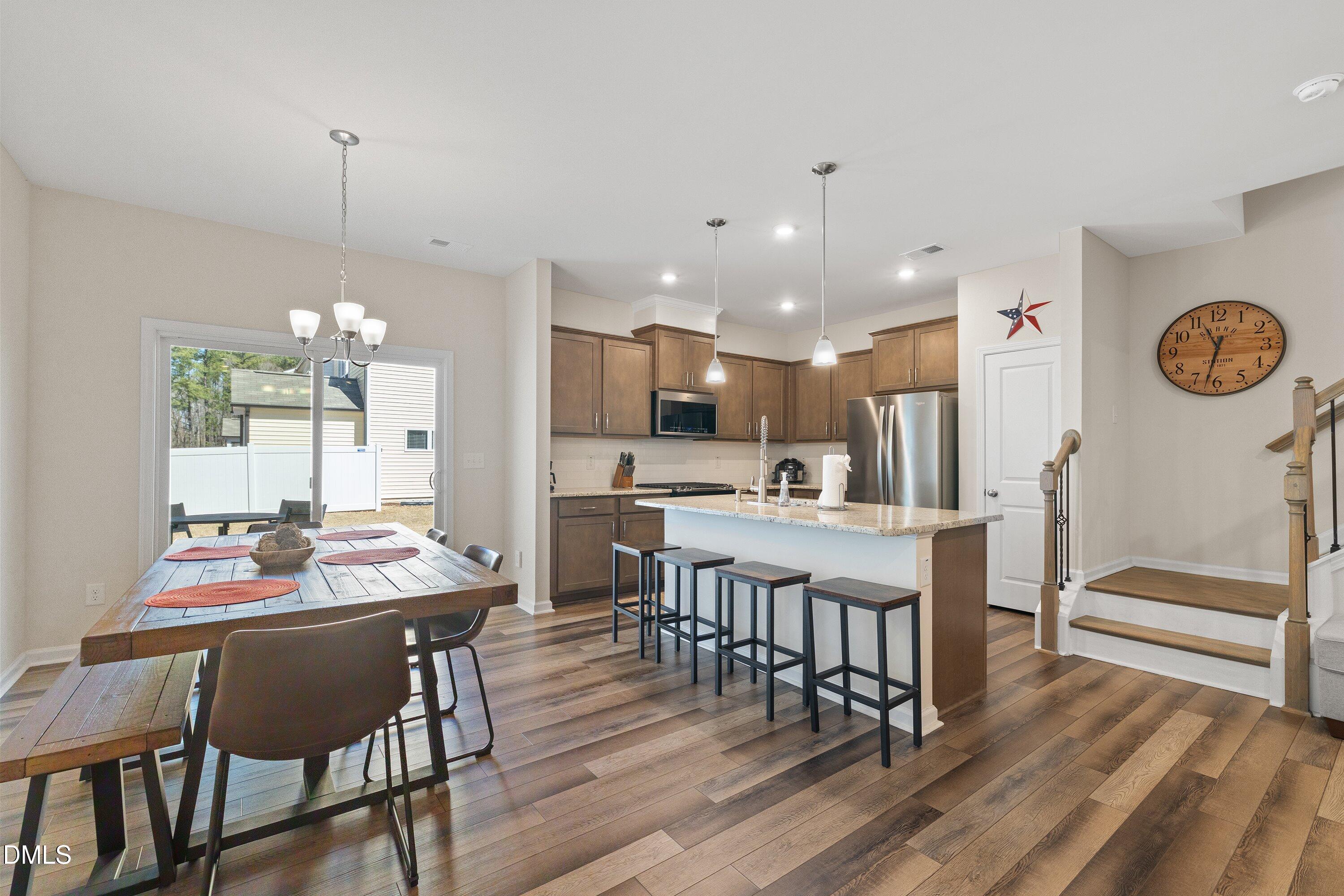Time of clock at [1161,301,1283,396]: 12:32
